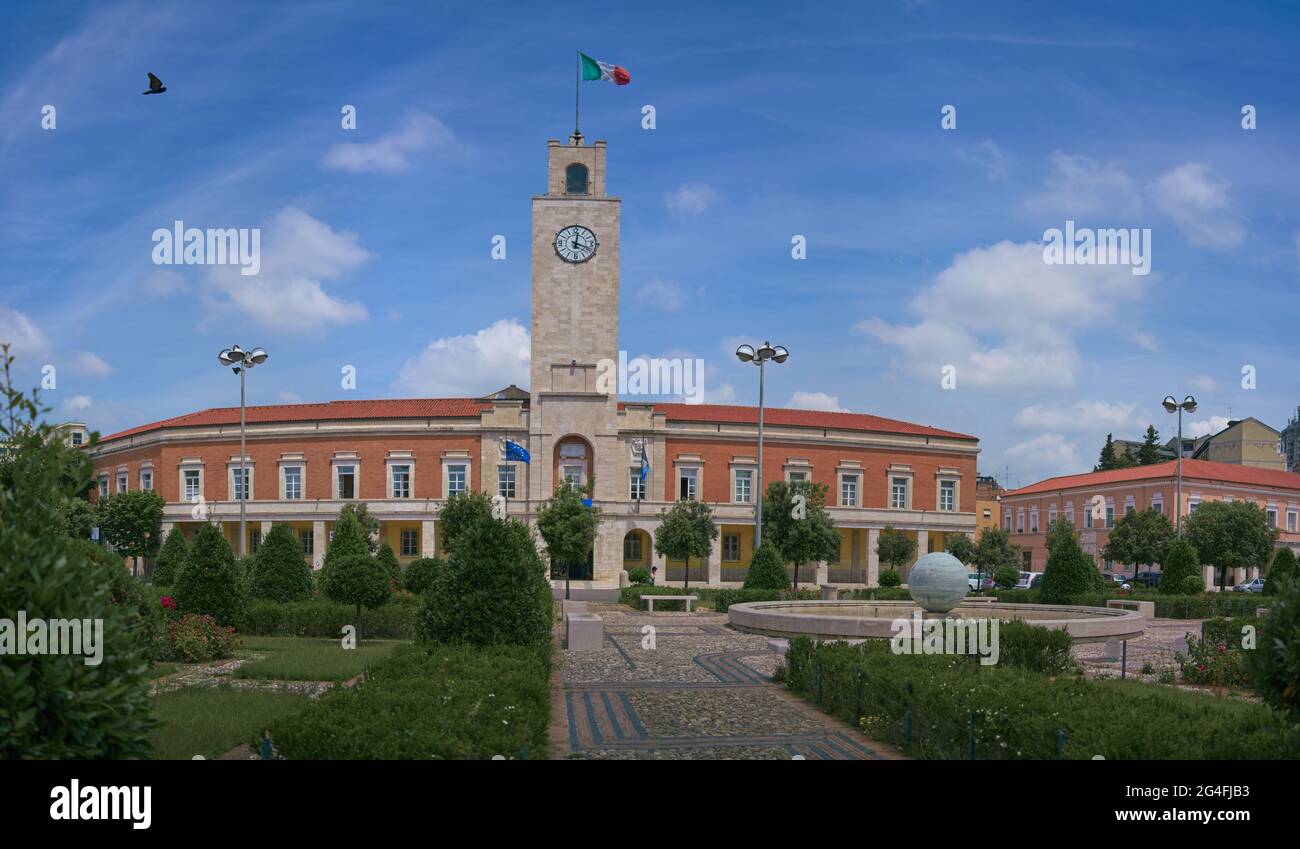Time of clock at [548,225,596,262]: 12:18
